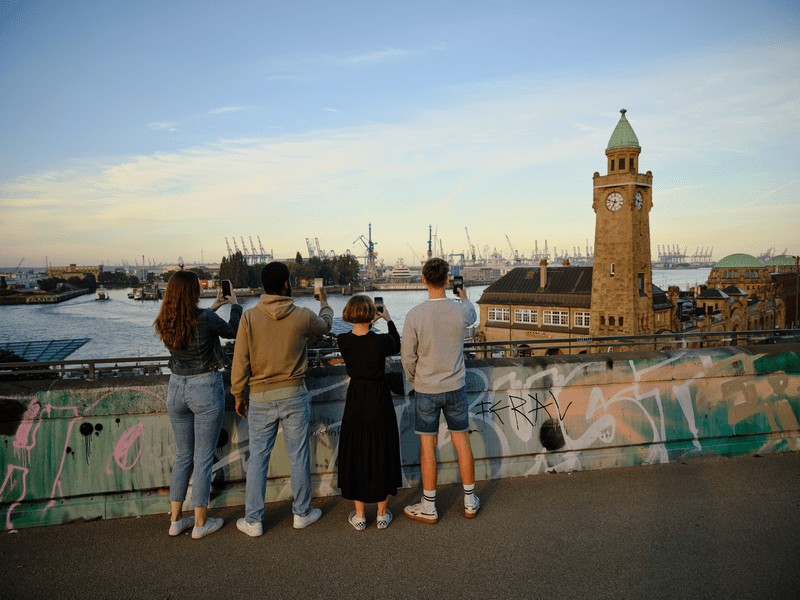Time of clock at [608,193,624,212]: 6:47
